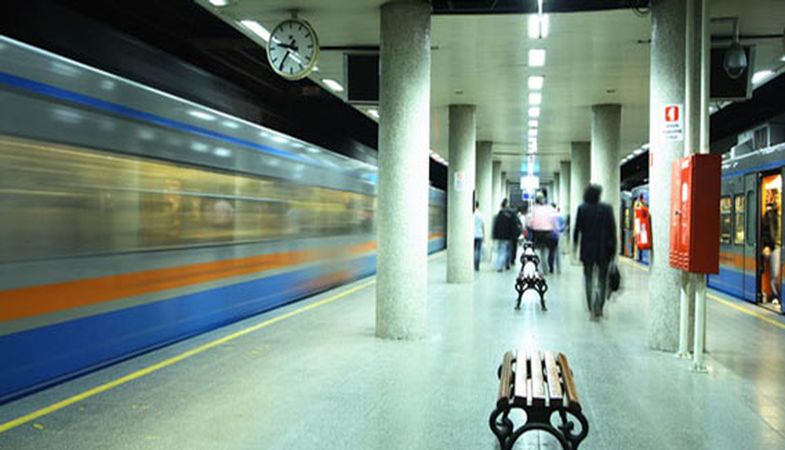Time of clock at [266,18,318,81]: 9:35
